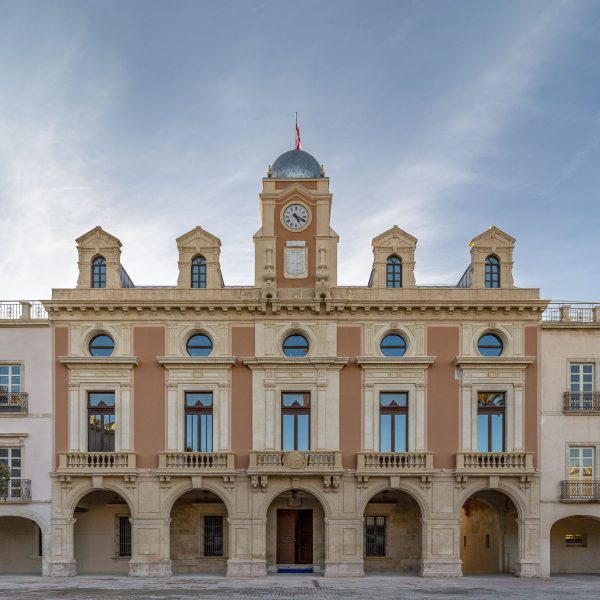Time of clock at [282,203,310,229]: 5:19
